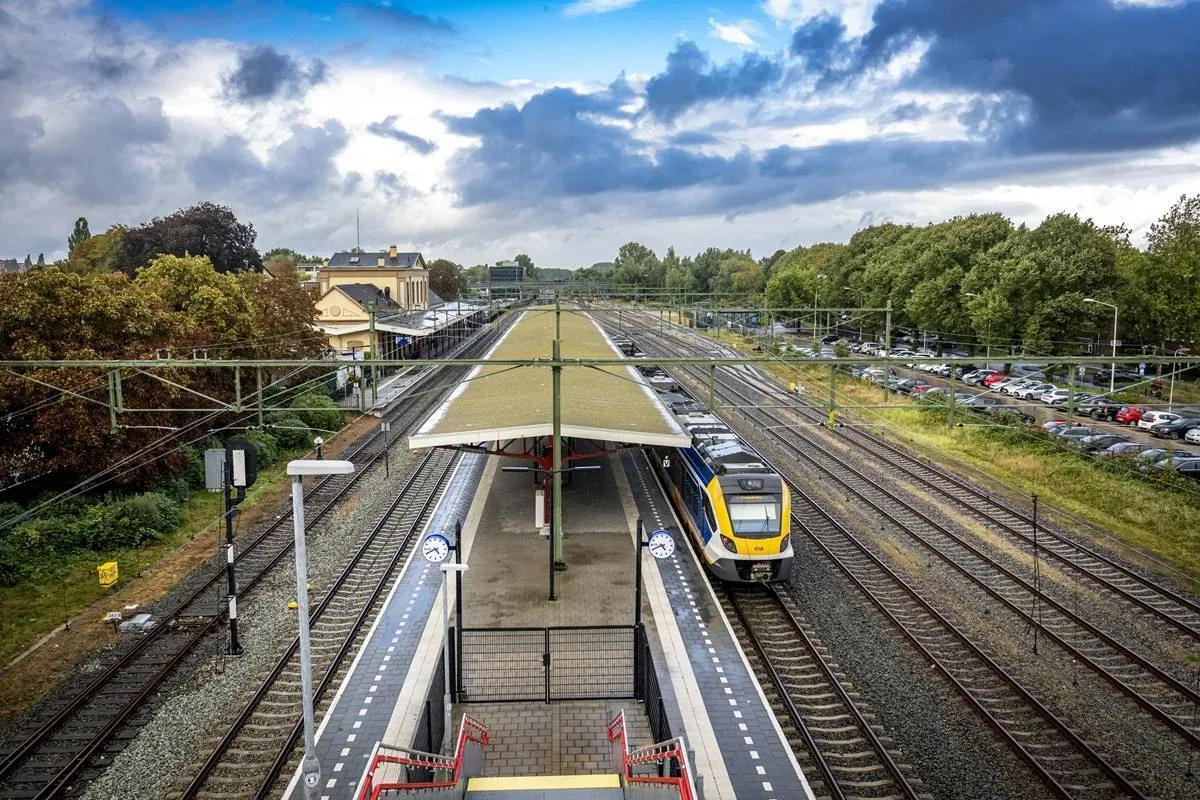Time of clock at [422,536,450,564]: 4:40
